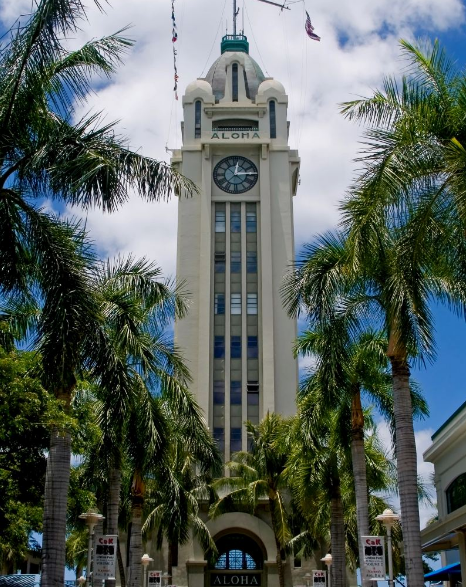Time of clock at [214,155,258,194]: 12:14
